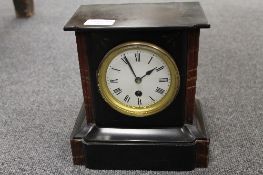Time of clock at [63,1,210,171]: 1:55
